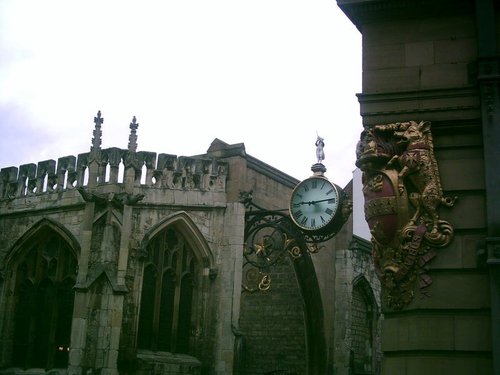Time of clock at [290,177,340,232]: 9:13
